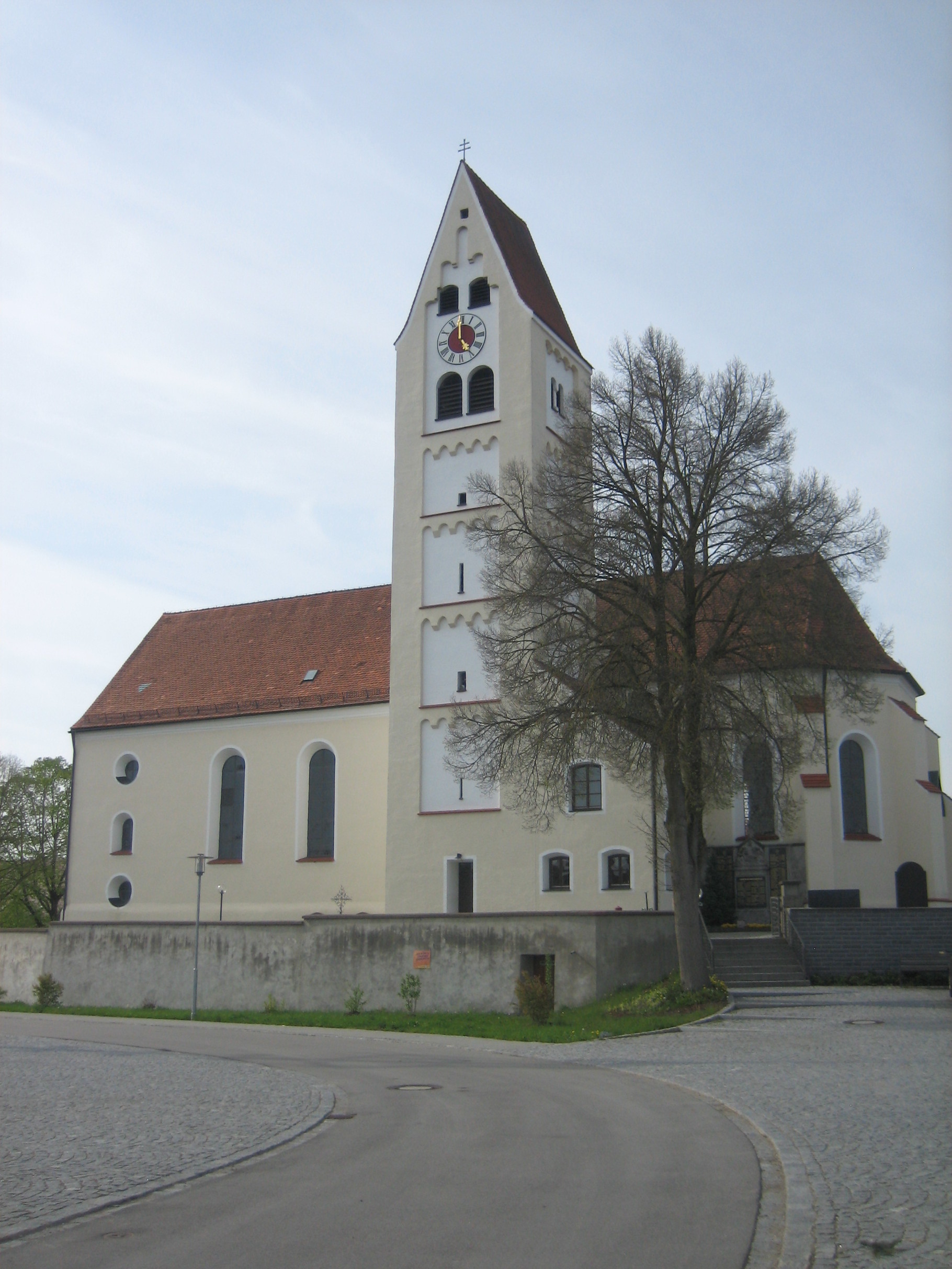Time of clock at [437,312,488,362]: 4:59
